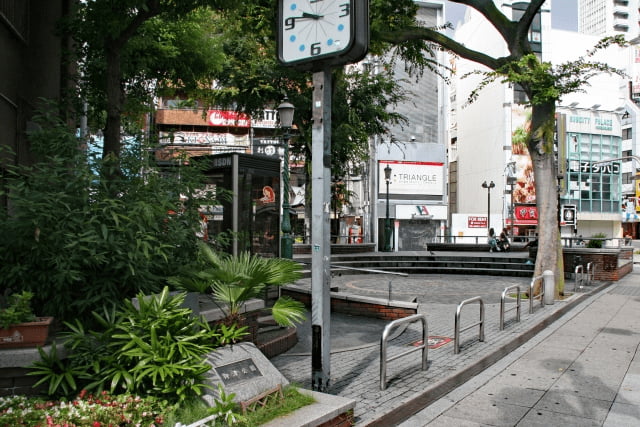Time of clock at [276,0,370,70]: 9:45
